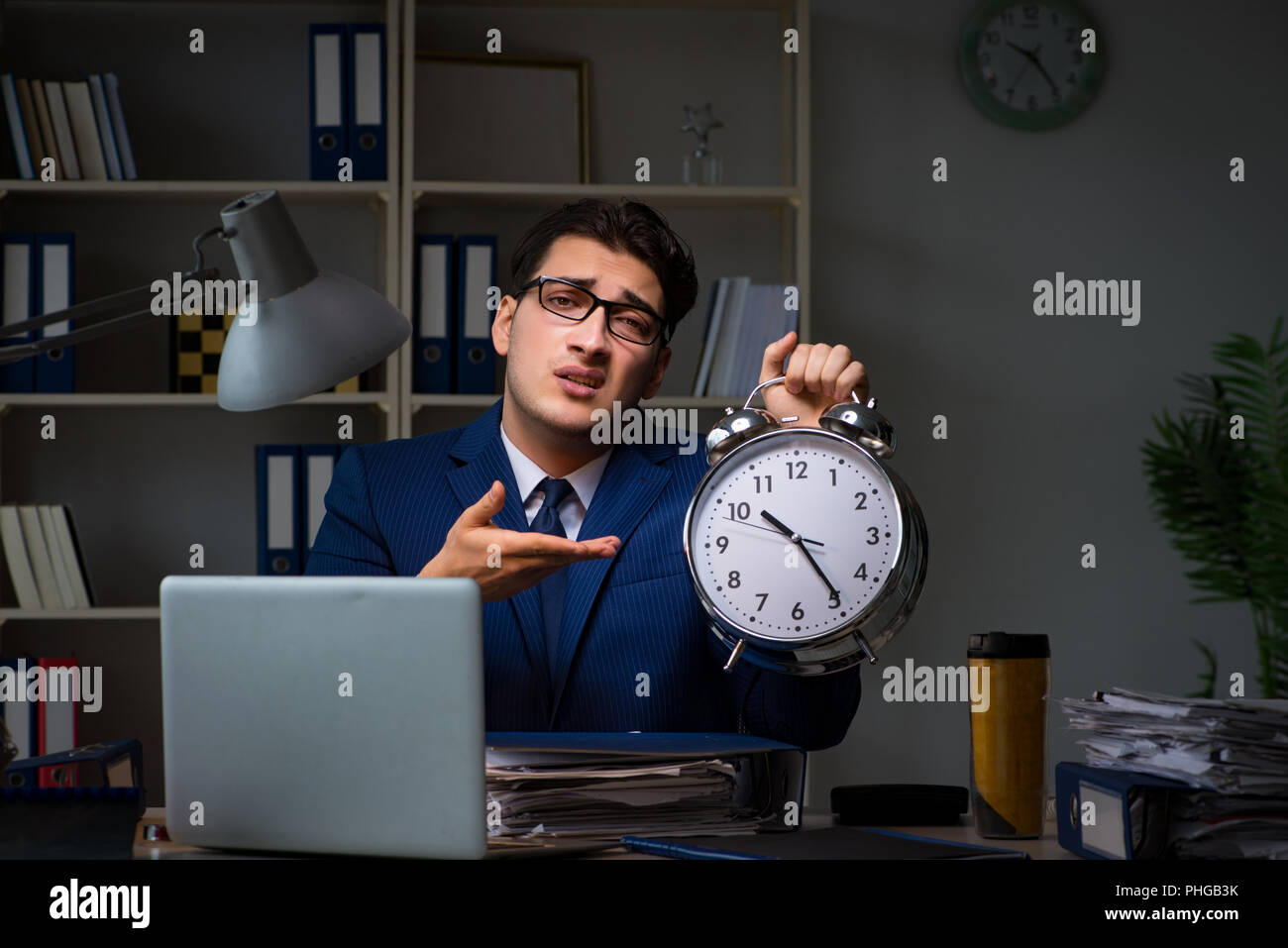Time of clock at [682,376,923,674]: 10:24
